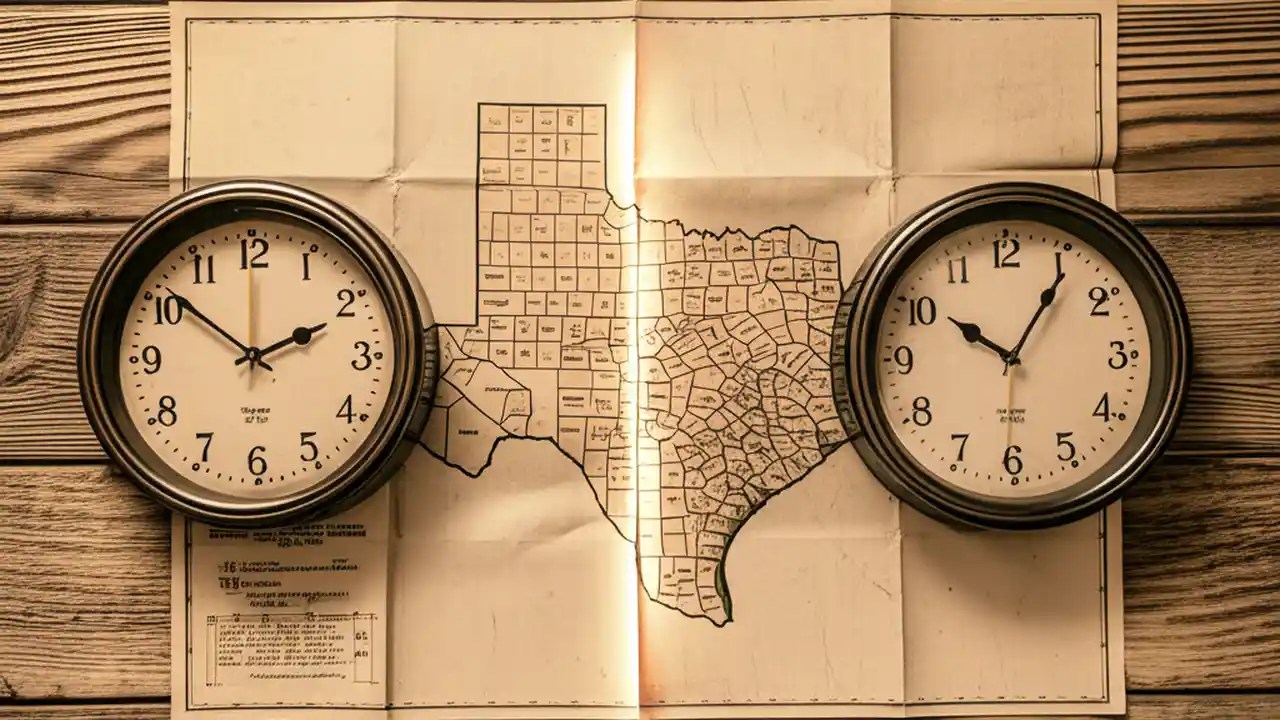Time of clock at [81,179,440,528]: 1:51
